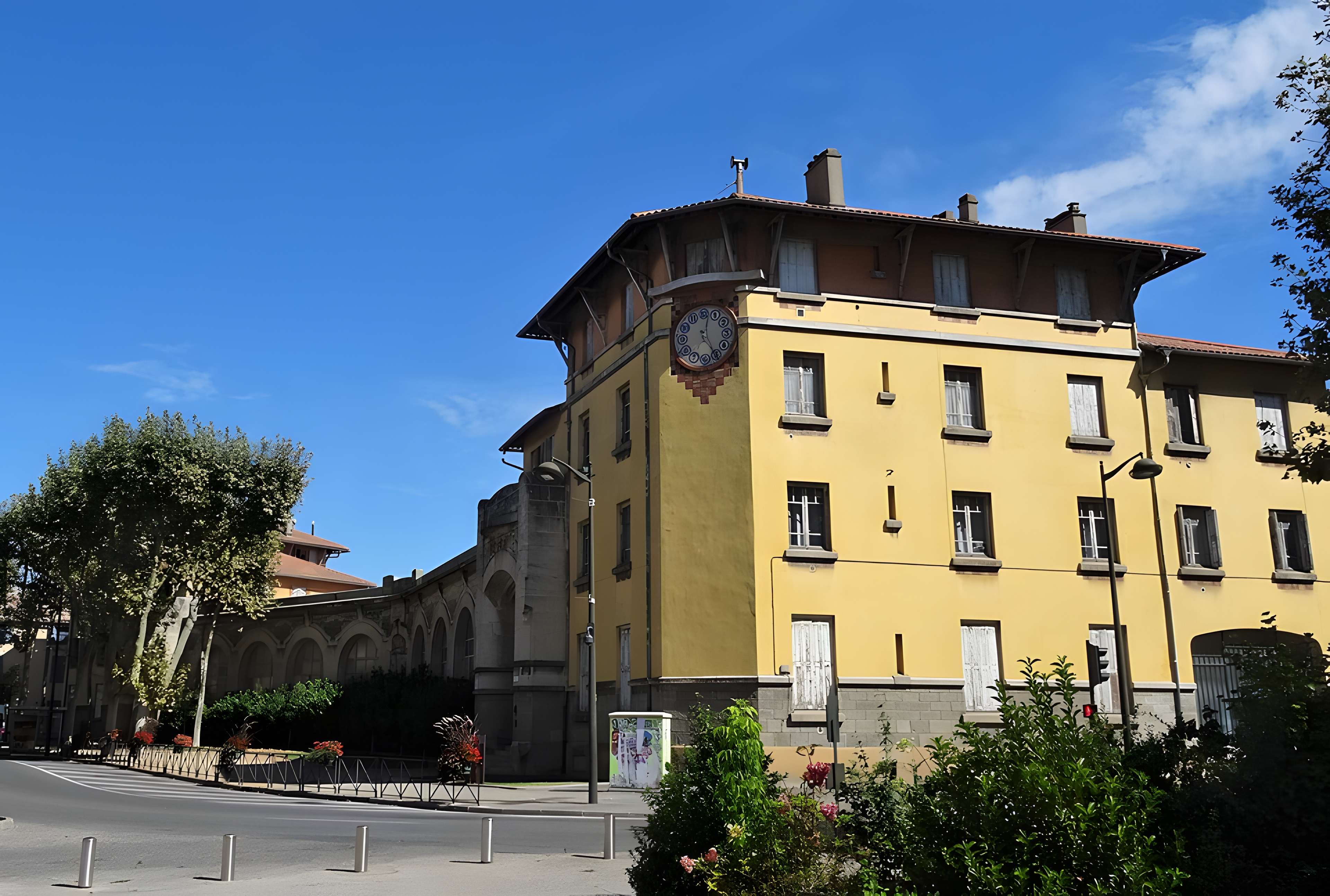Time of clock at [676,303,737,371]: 12:24
